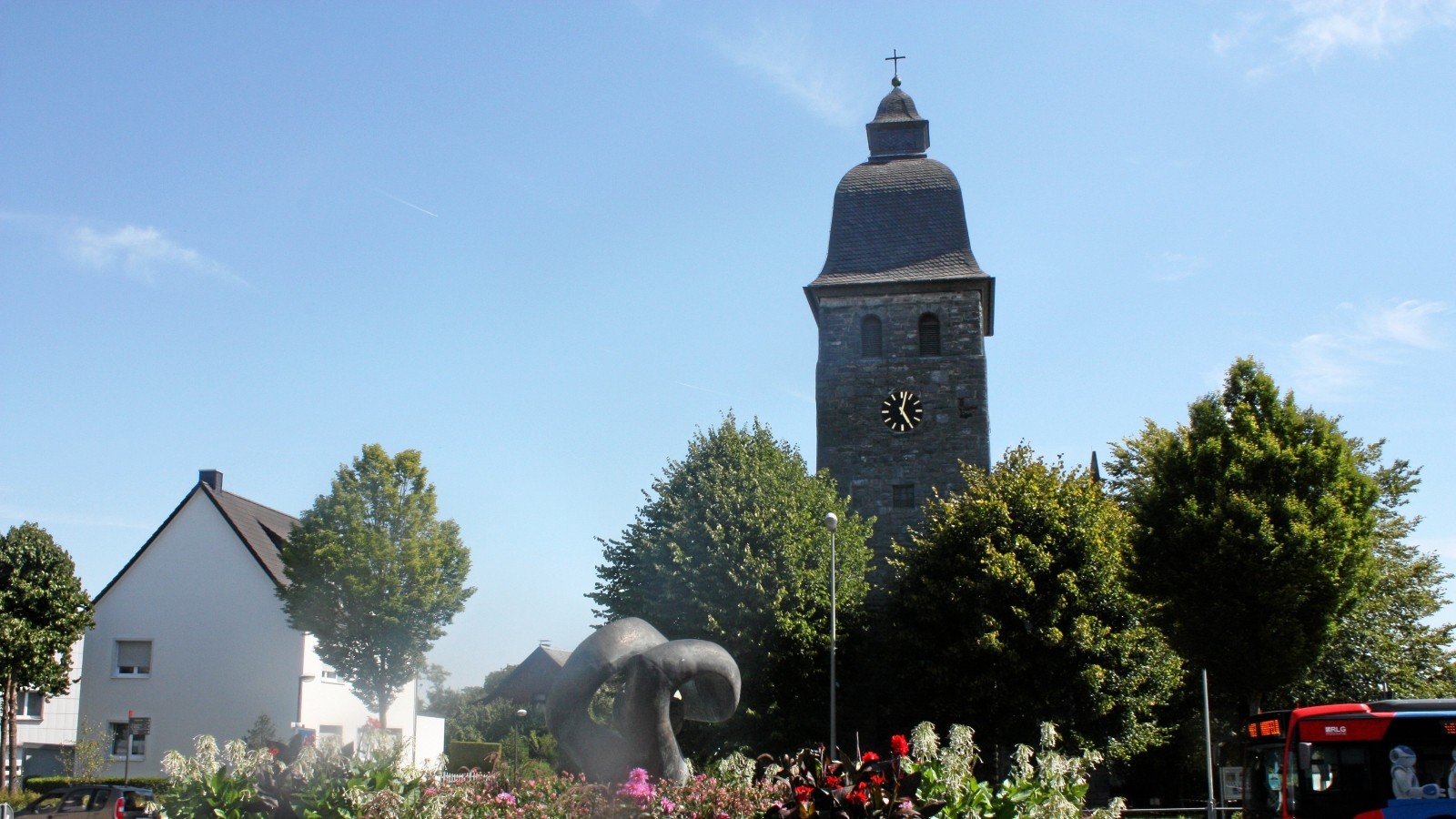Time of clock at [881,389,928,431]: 5:02
